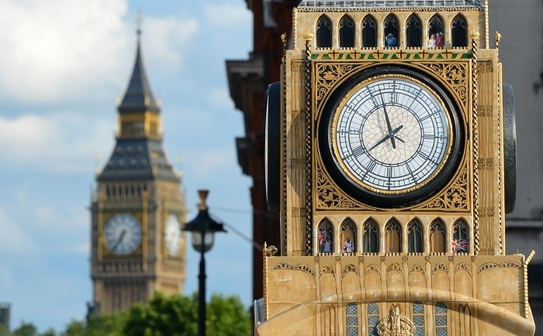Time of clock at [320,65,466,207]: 7:56
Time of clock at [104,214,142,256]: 6:35
